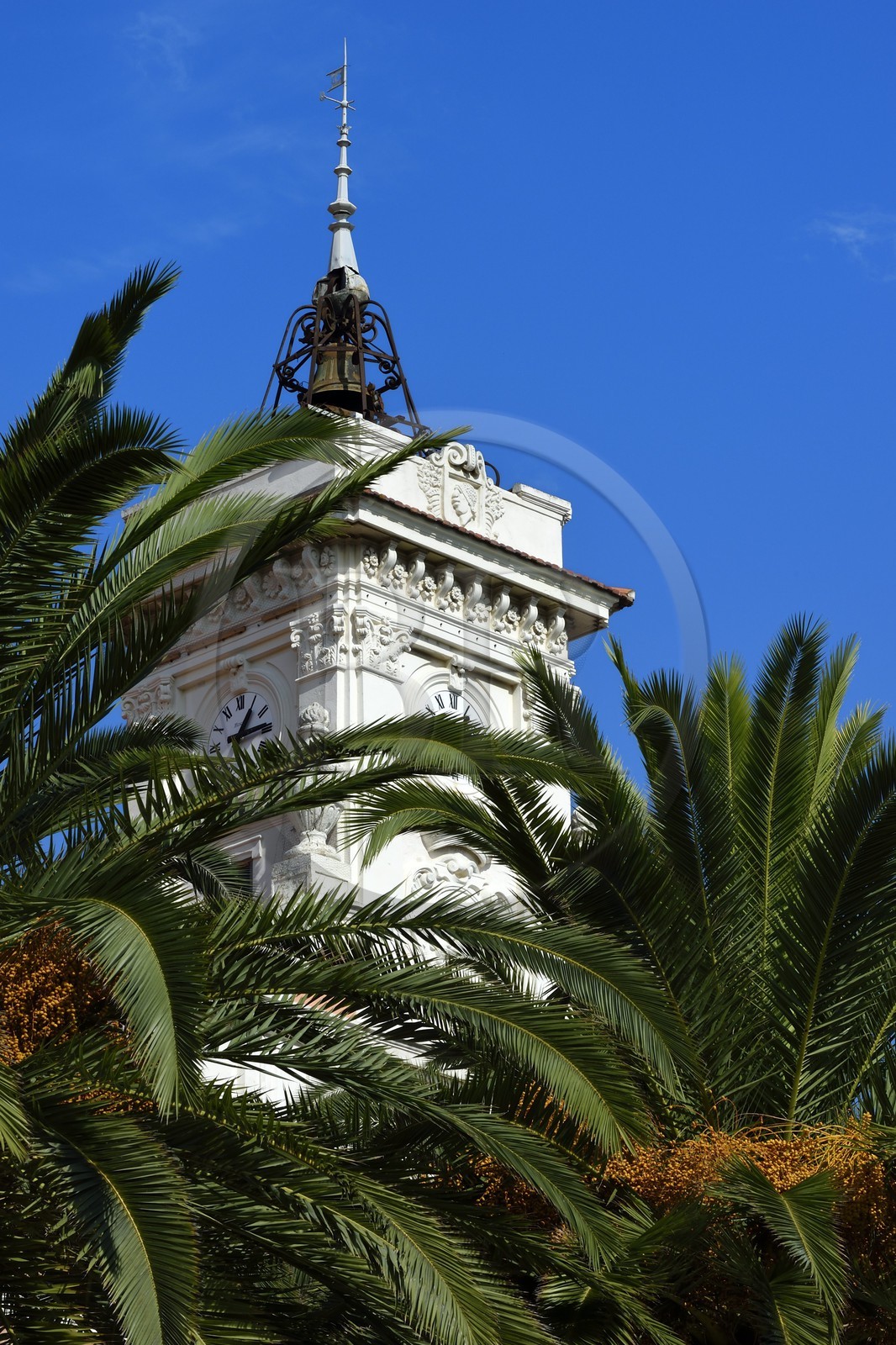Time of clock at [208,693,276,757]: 1:13
